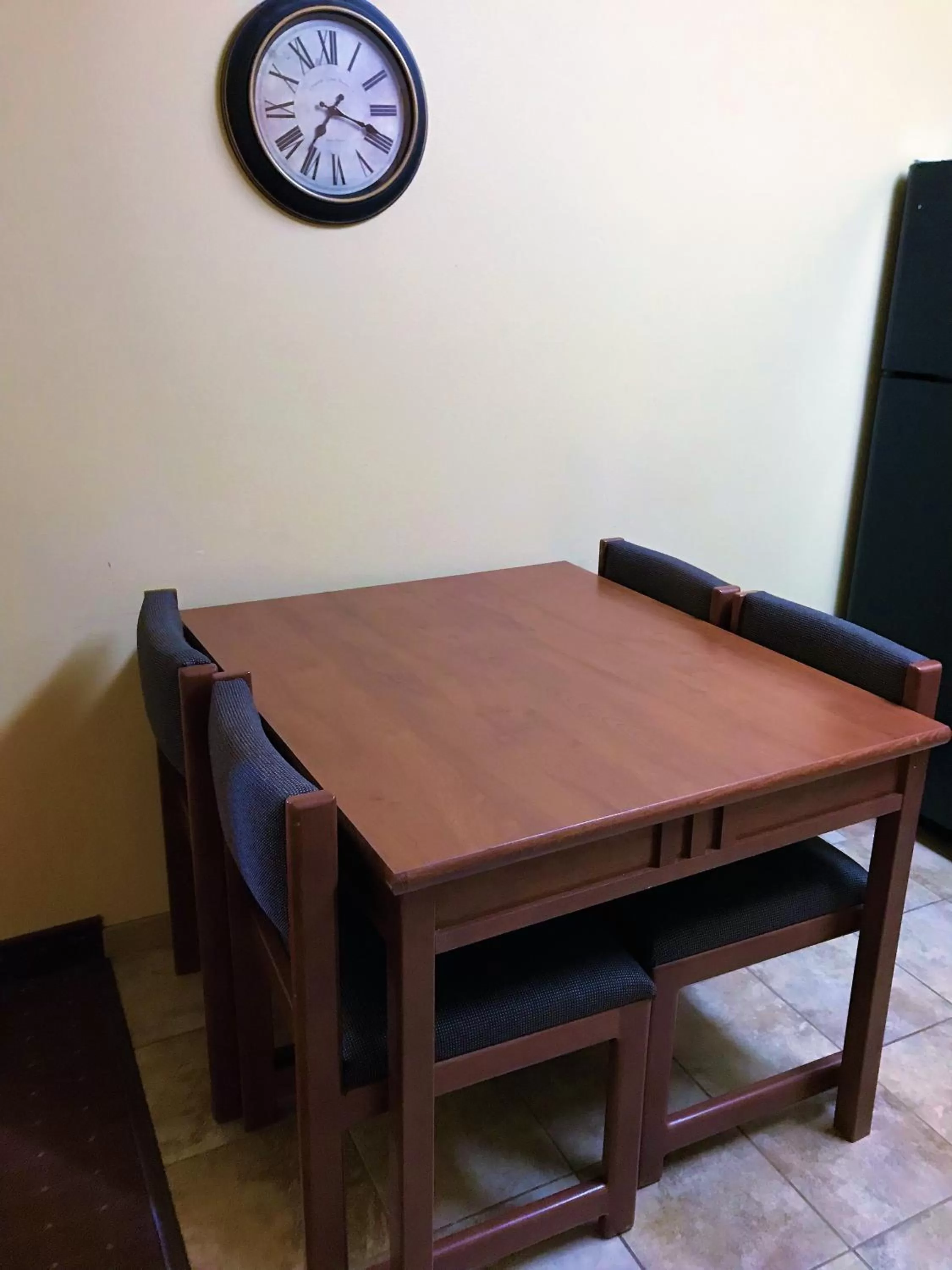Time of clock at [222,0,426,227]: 7:18
